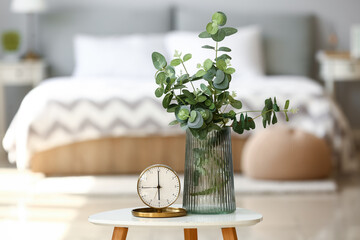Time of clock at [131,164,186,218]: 5:59
